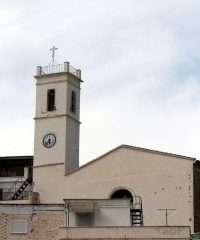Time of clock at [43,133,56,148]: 5:37
